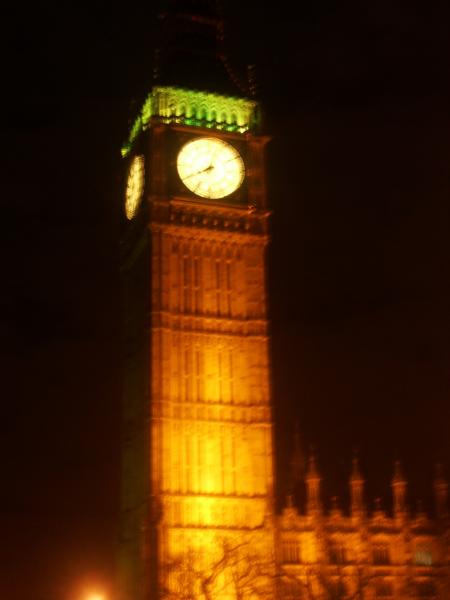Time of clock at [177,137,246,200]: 8:03
